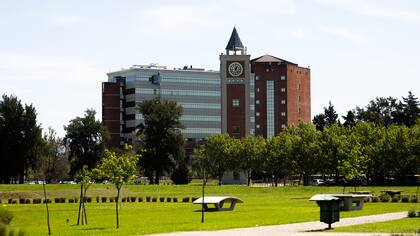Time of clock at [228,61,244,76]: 12:23
